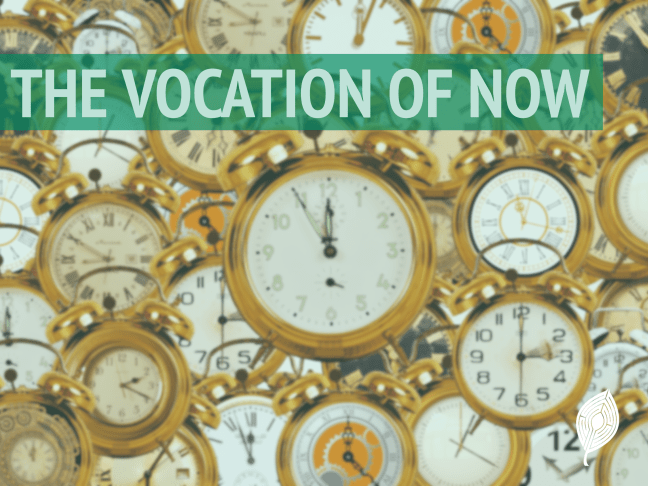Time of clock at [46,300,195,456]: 2:19
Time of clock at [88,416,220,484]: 2:19
